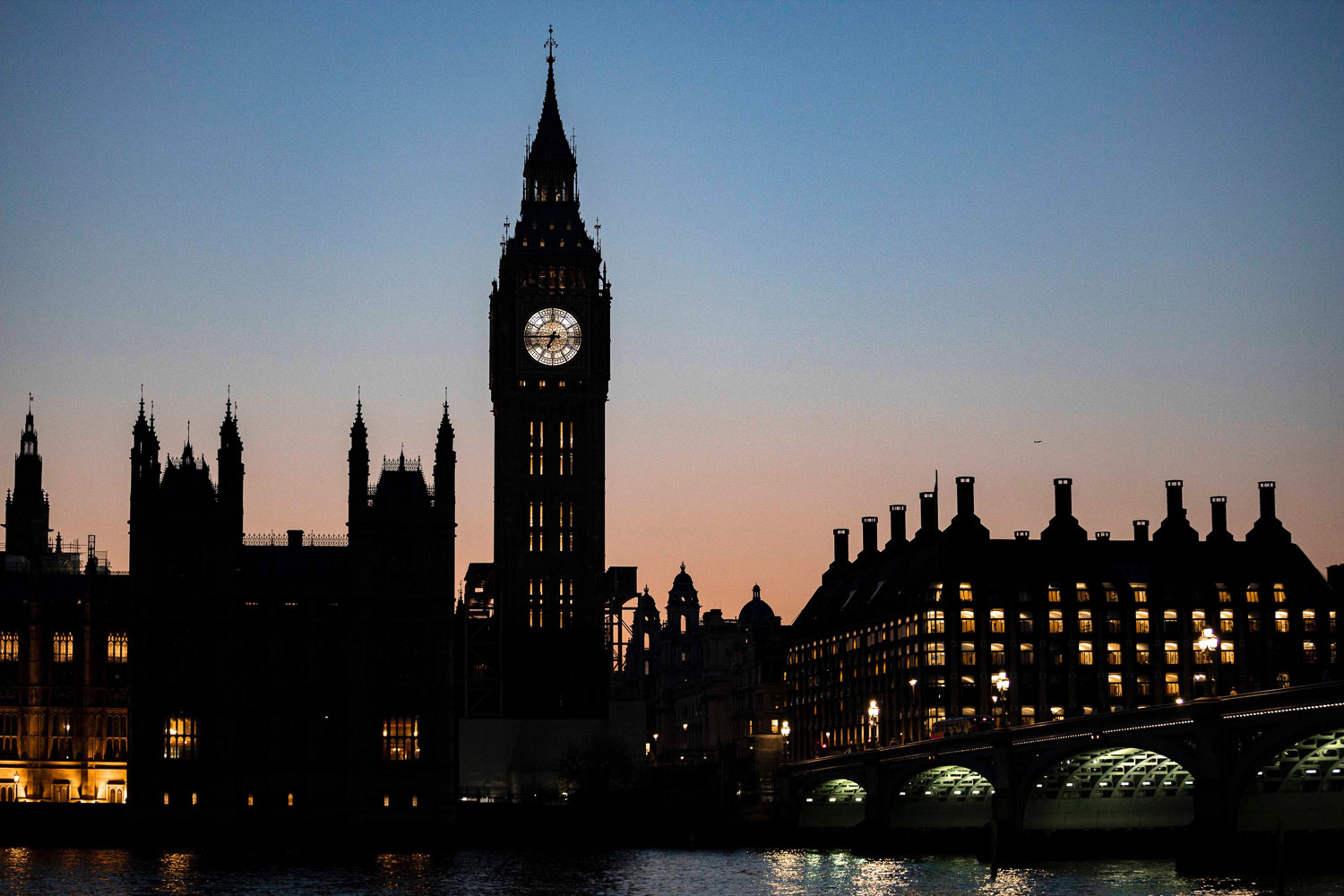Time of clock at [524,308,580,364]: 6:44
